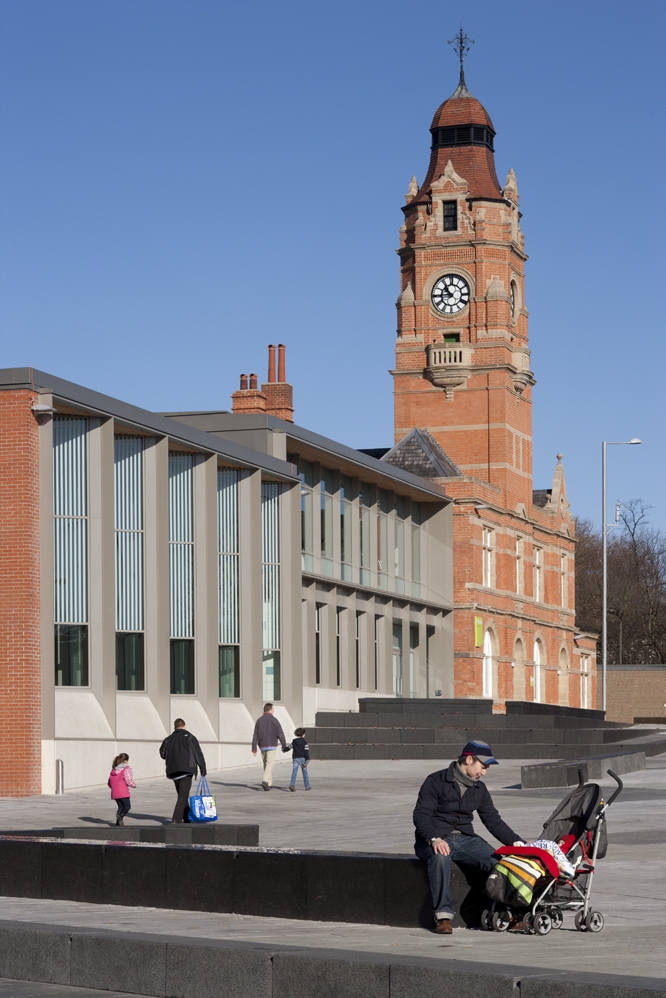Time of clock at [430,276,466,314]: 10:45
